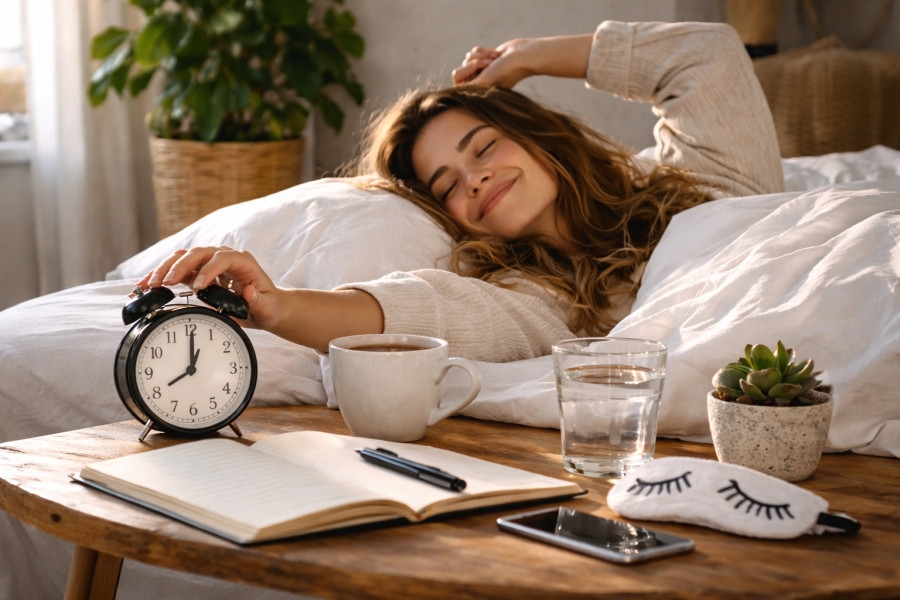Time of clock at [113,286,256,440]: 8:00
